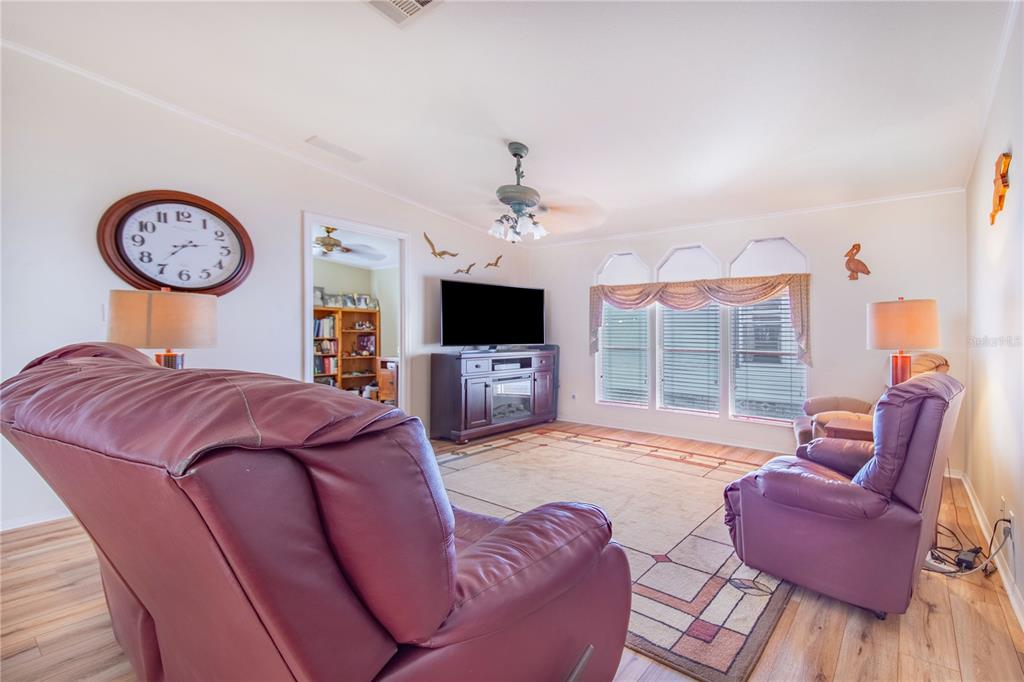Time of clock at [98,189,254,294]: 2:36
